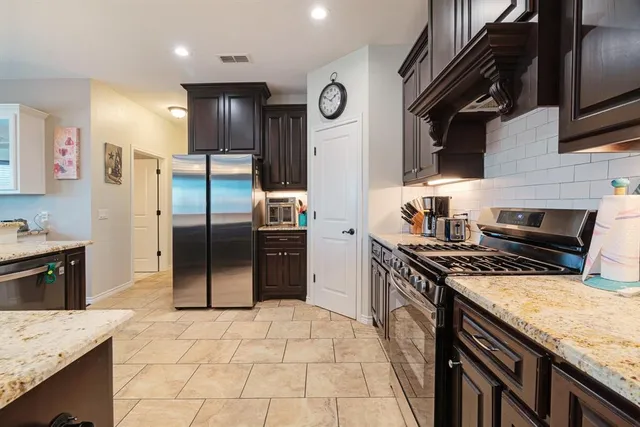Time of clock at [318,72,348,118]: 1:50
